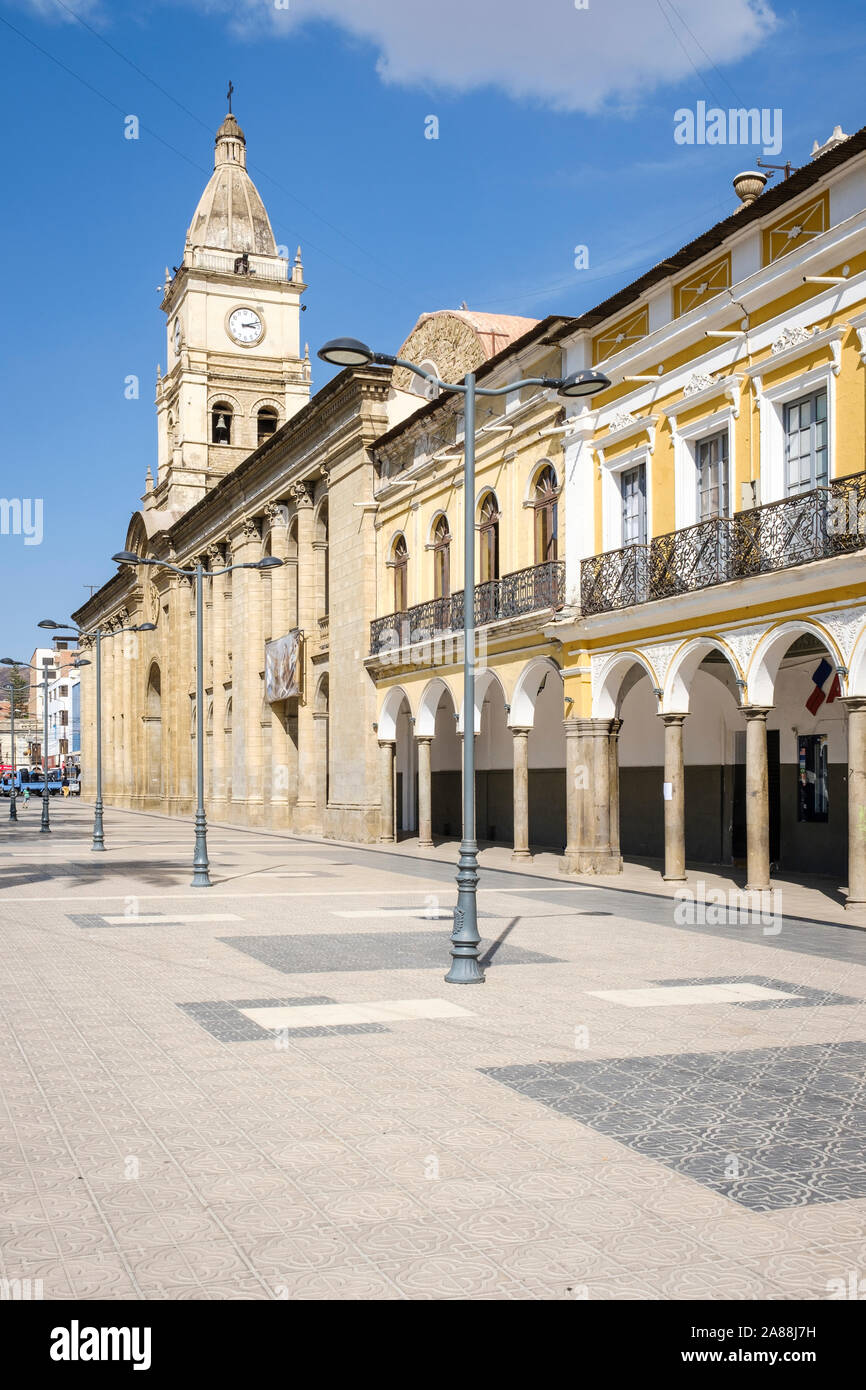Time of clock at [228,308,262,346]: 3:12
